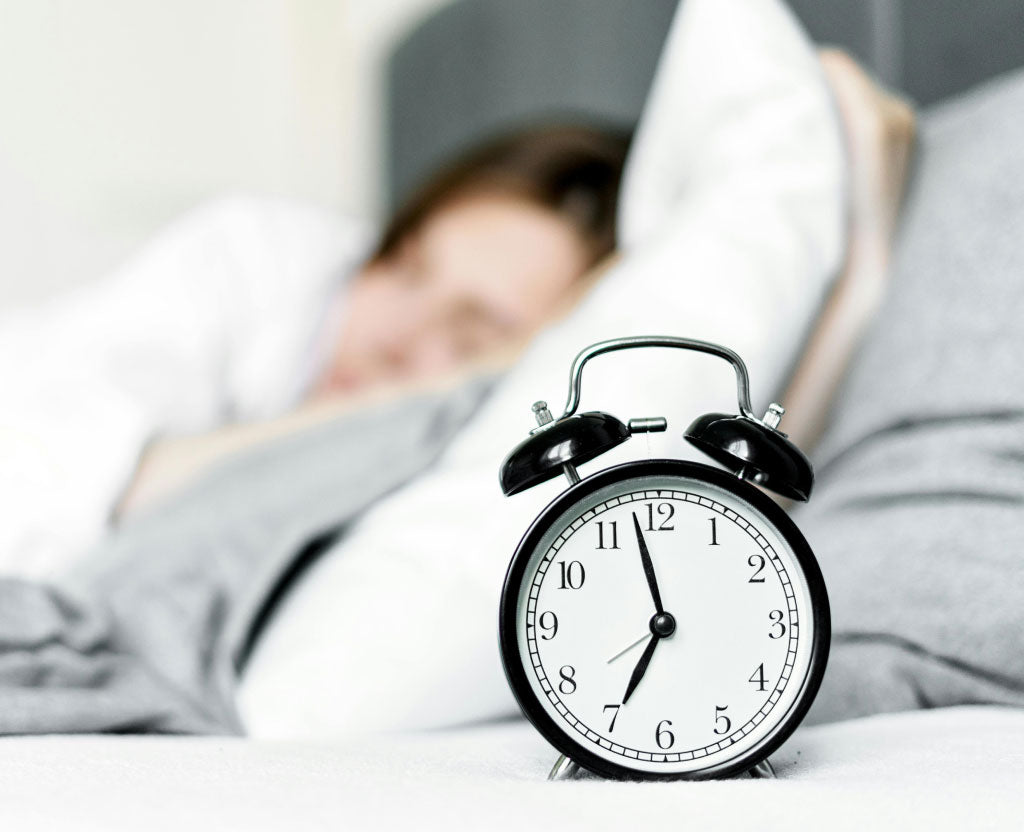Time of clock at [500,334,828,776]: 6:58
